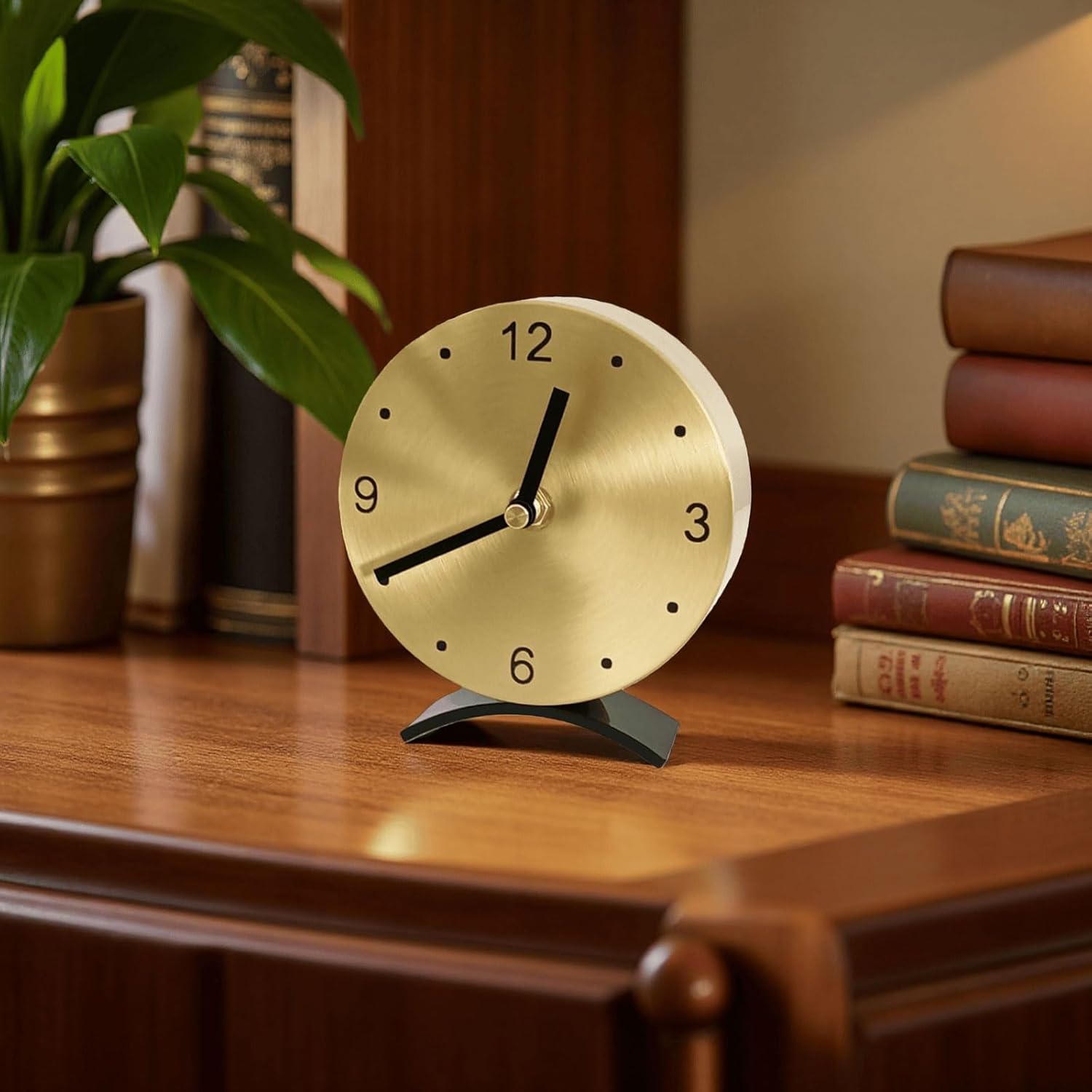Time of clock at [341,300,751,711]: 12:40
